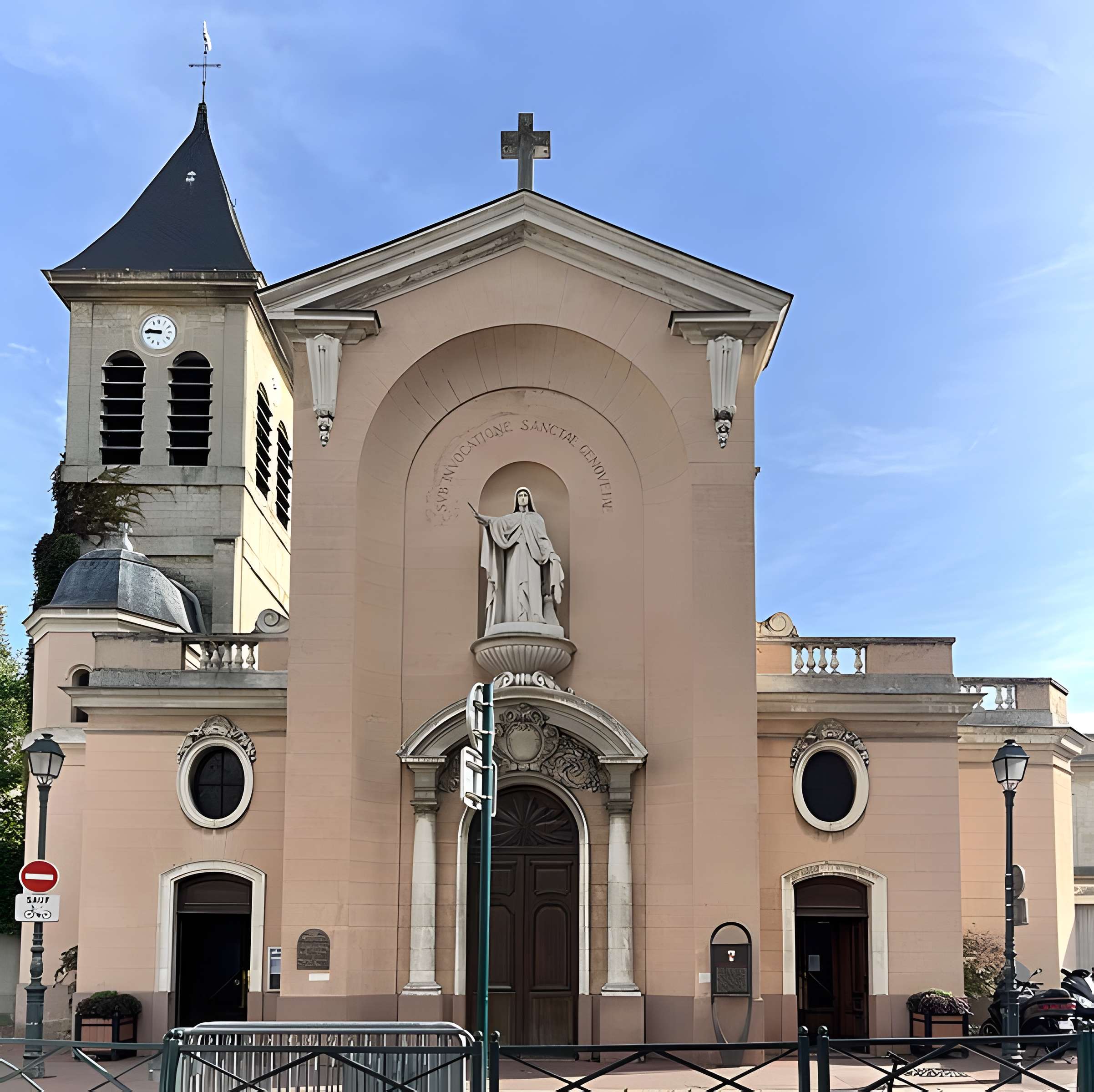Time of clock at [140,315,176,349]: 9:45
